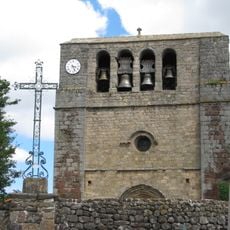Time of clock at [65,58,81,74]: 3:26
